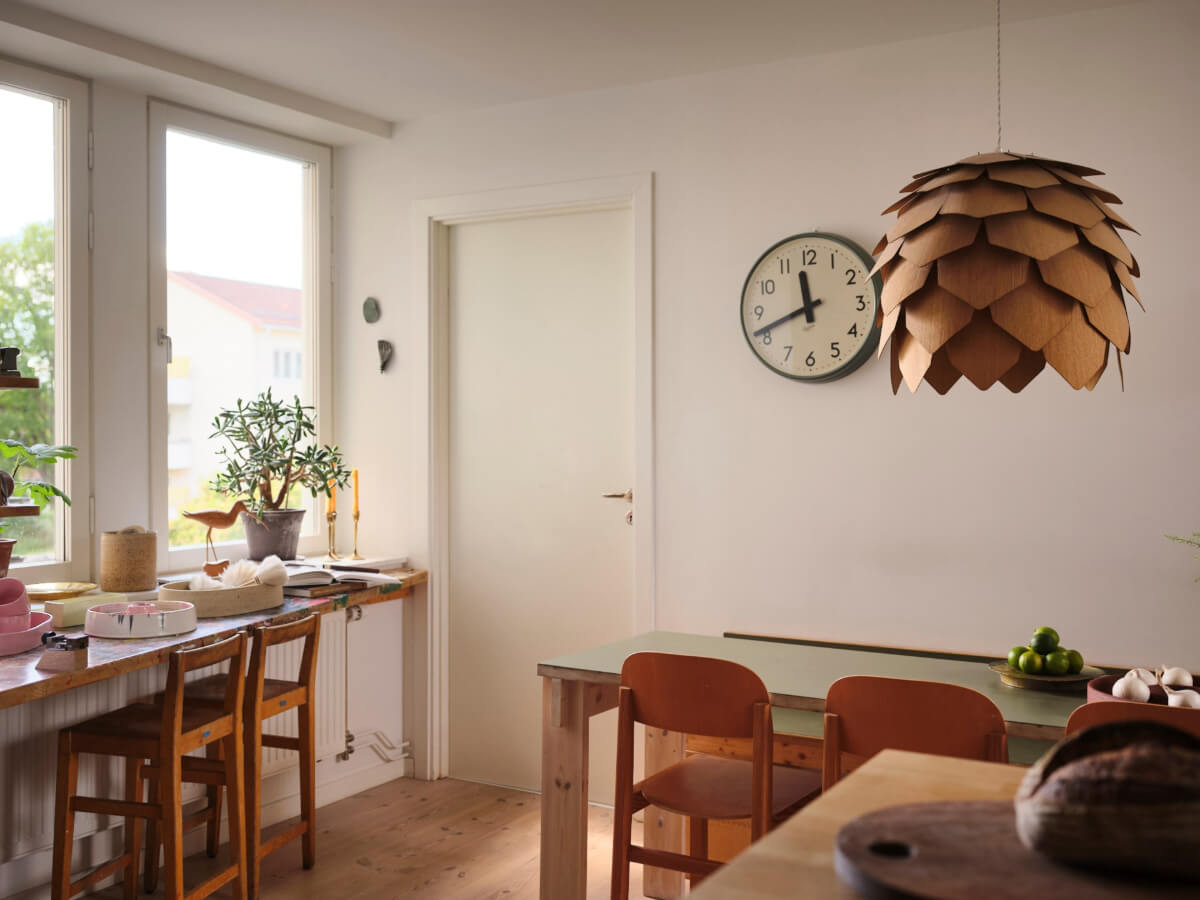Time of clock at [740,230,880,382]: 11:41
